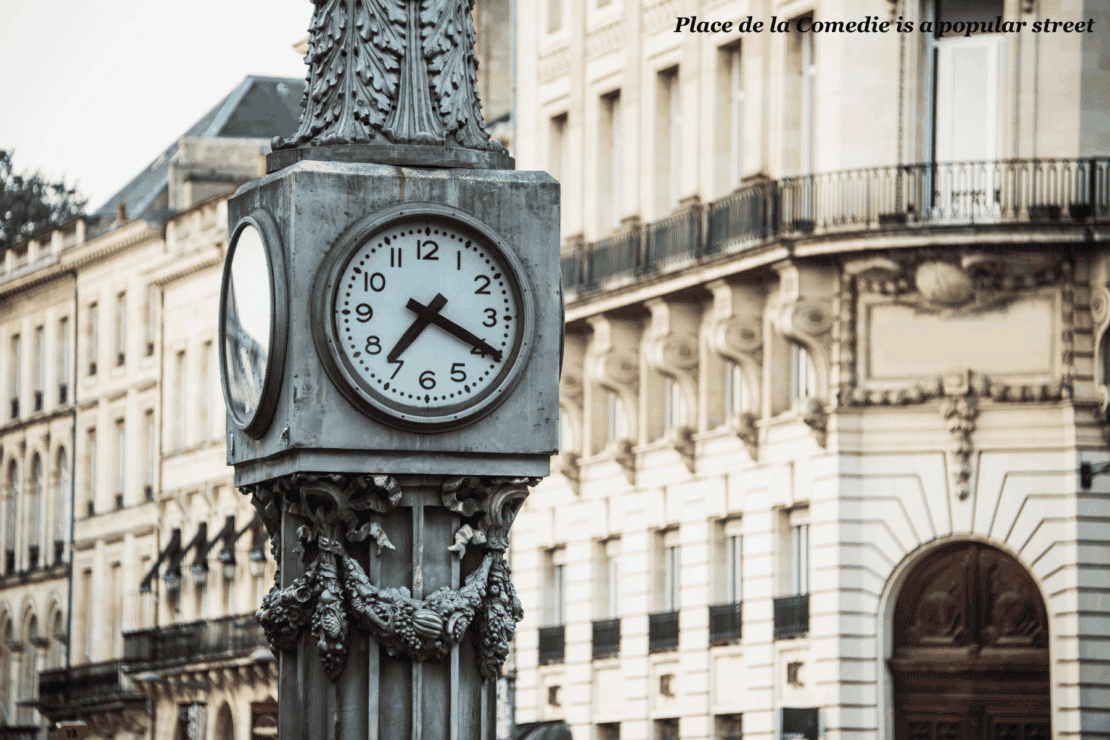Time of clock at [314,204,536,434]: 7:19
